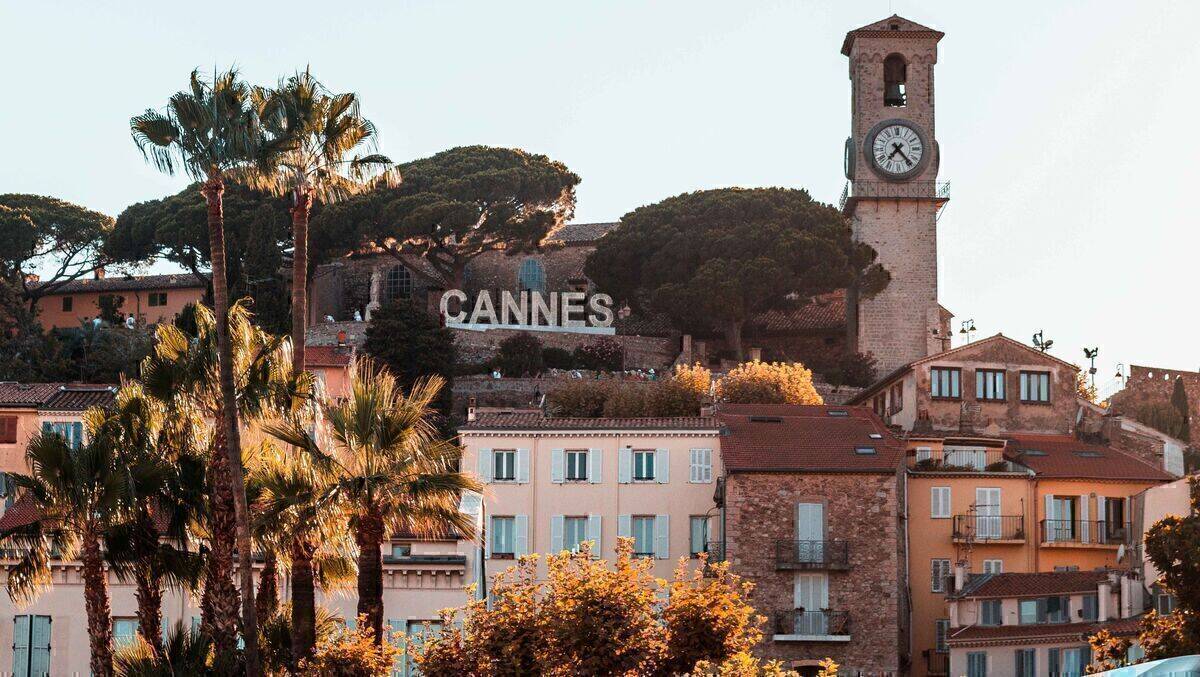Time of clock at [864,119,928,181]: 7:23
